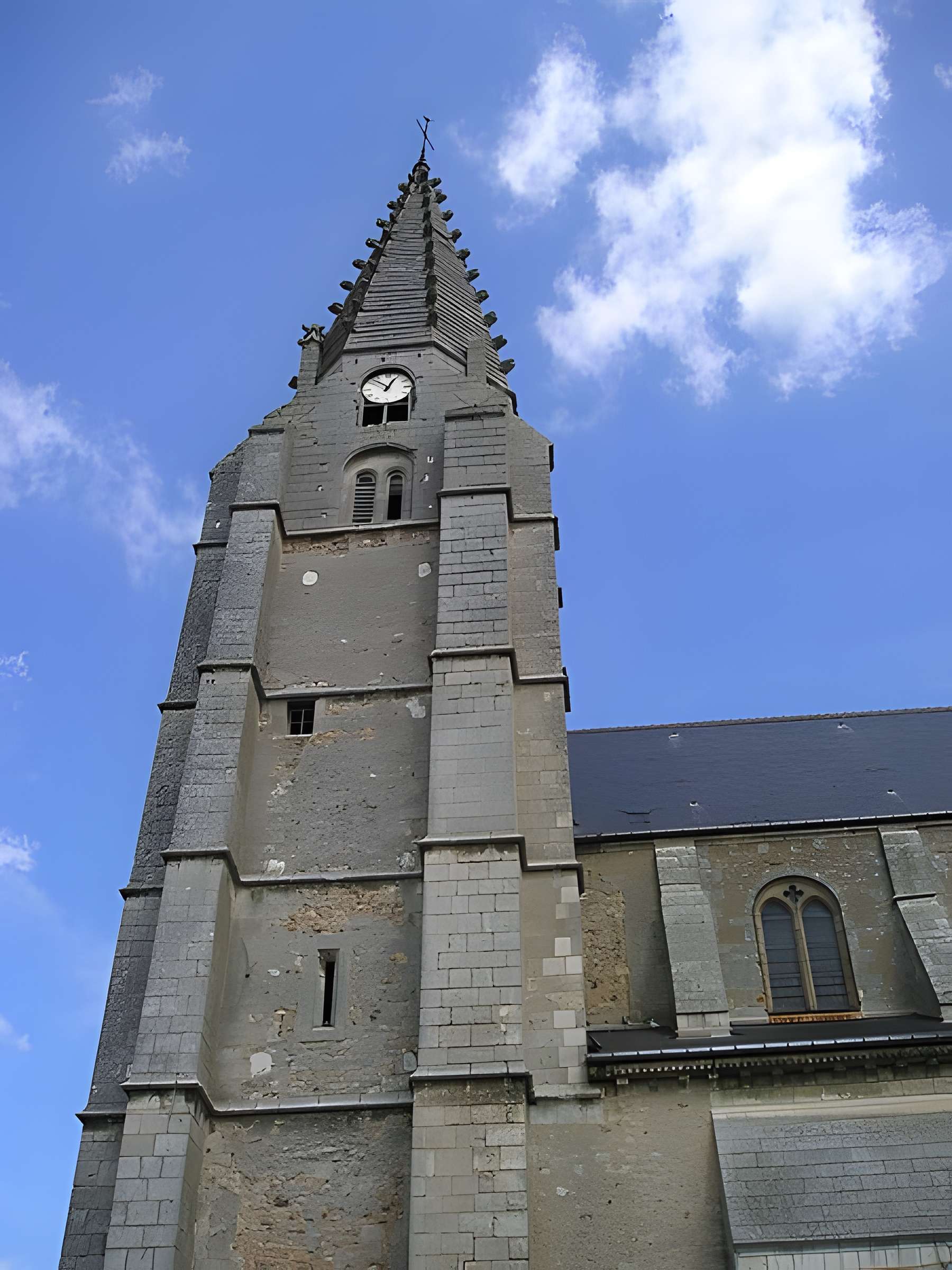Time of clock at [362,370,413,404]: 12:52
